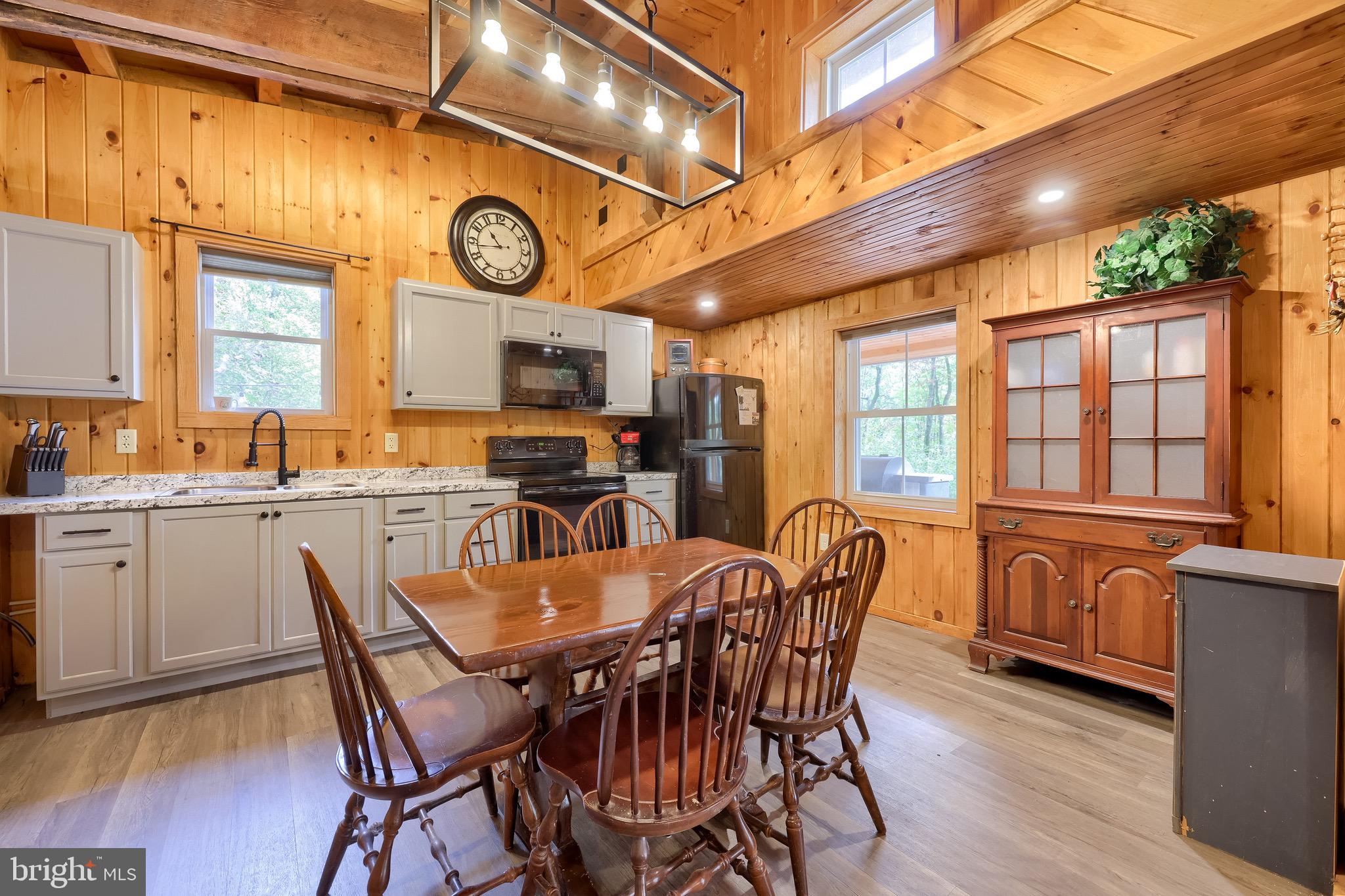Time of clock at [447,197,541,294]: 10:43
